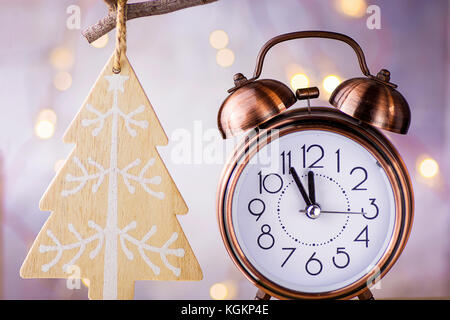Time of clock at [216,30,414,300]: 11:55
